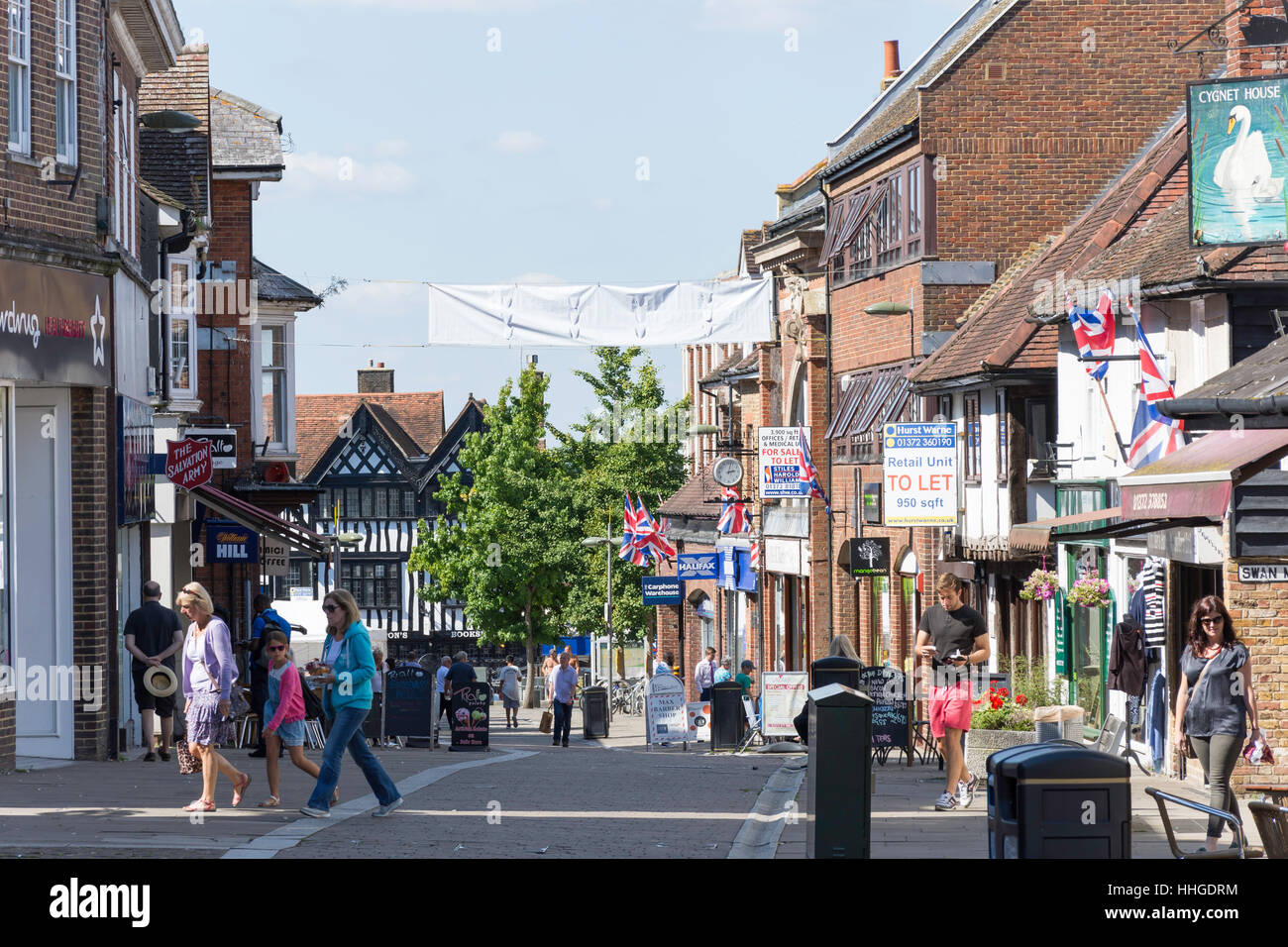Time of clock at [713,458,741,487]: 3:02
